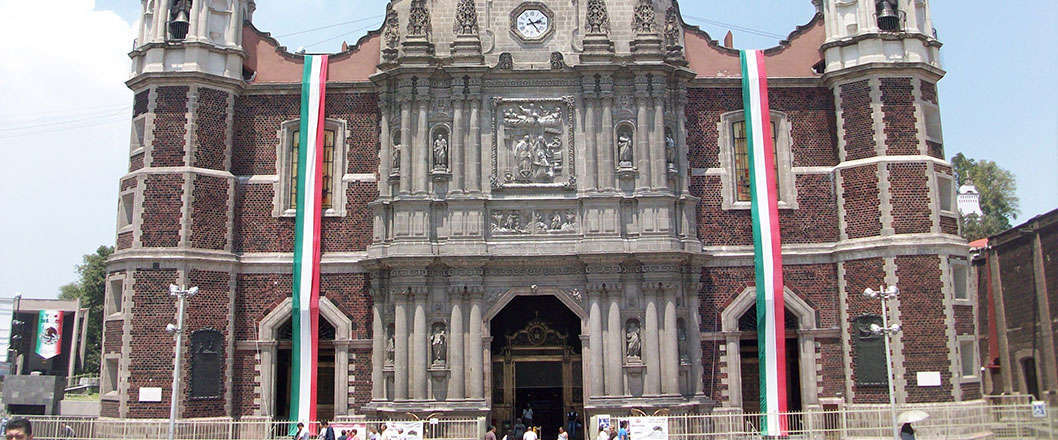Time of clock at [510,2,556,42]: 2:23
